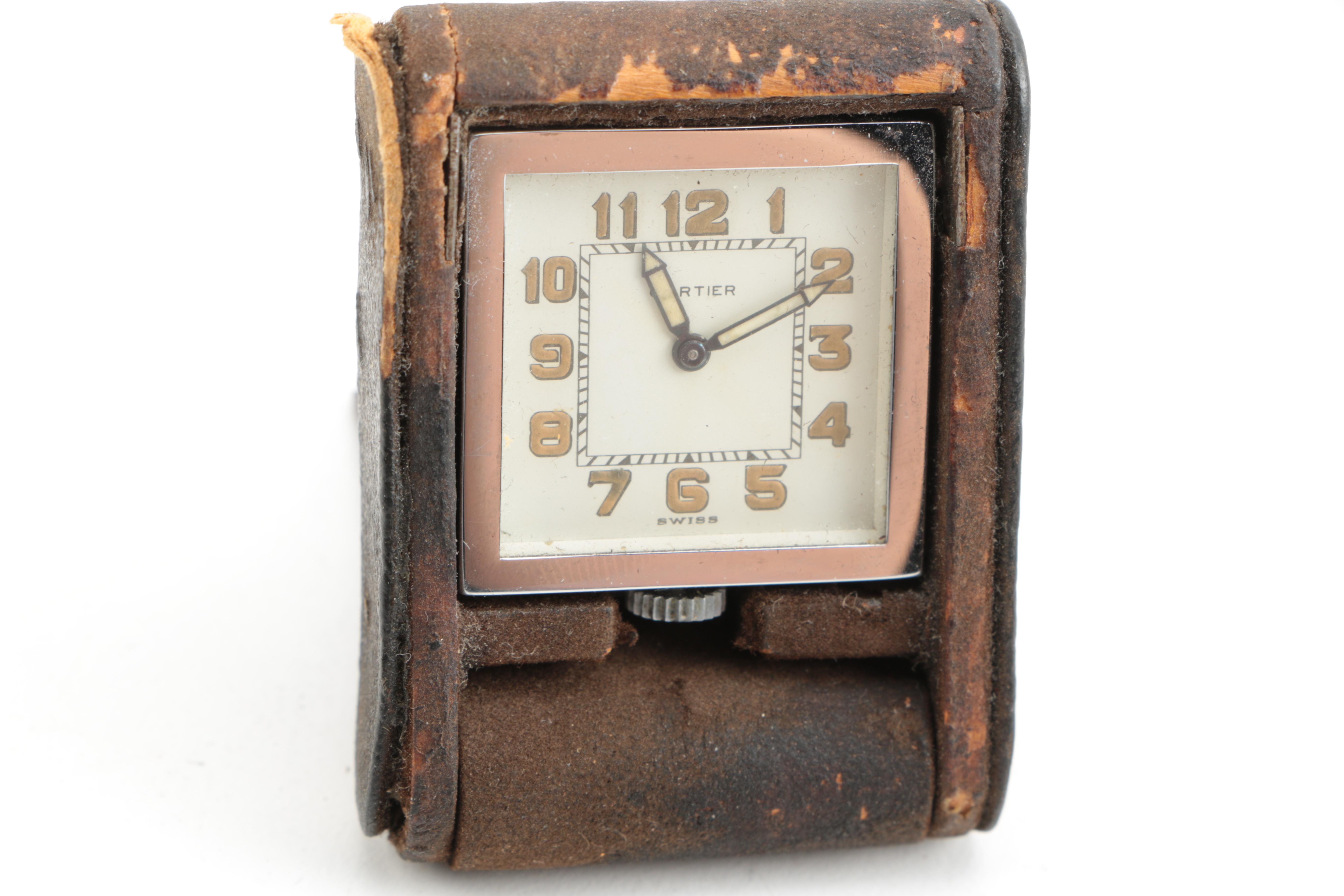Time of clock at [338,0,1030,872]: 11:10
